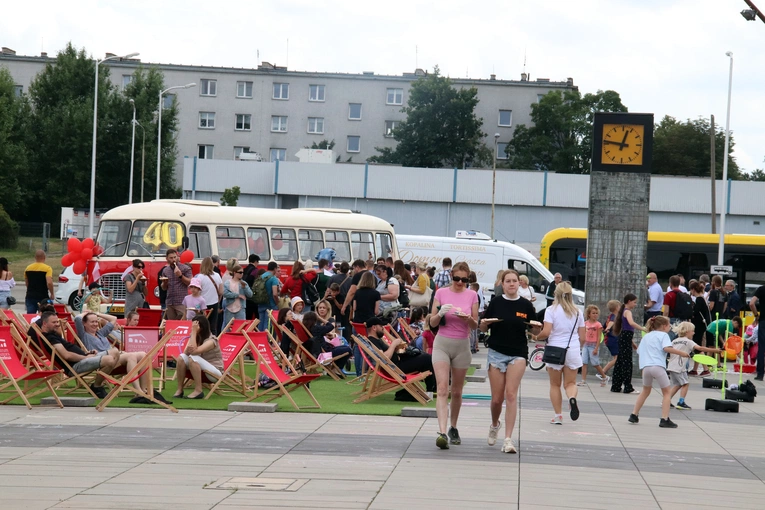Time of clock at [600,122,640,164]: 12:46
